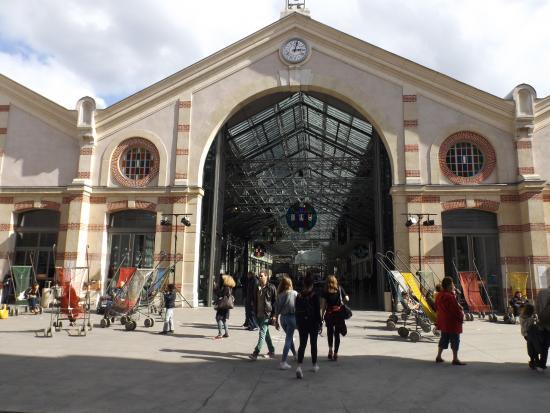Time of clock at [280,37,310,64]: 3:02
